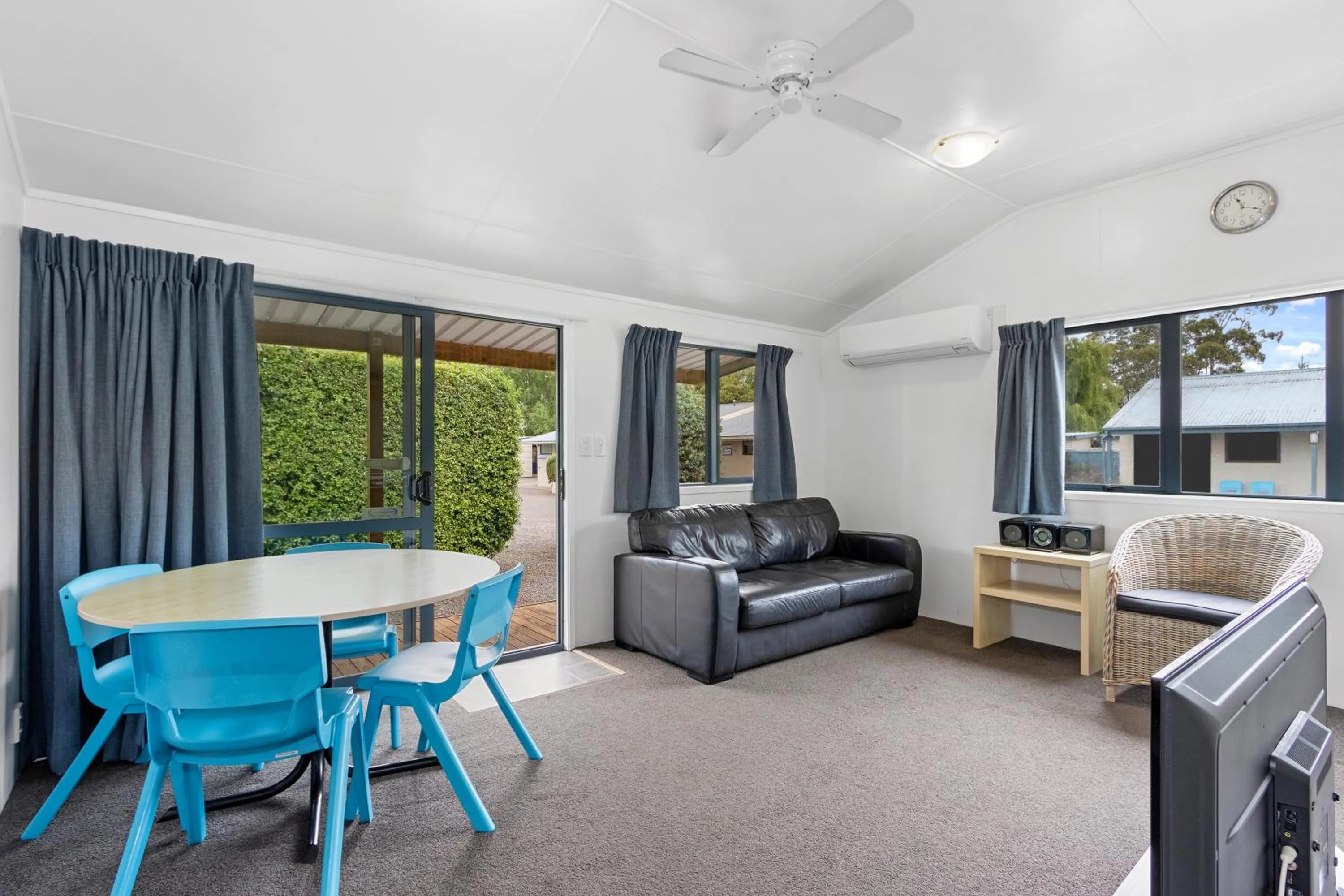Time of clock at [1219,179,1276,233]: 11:17
